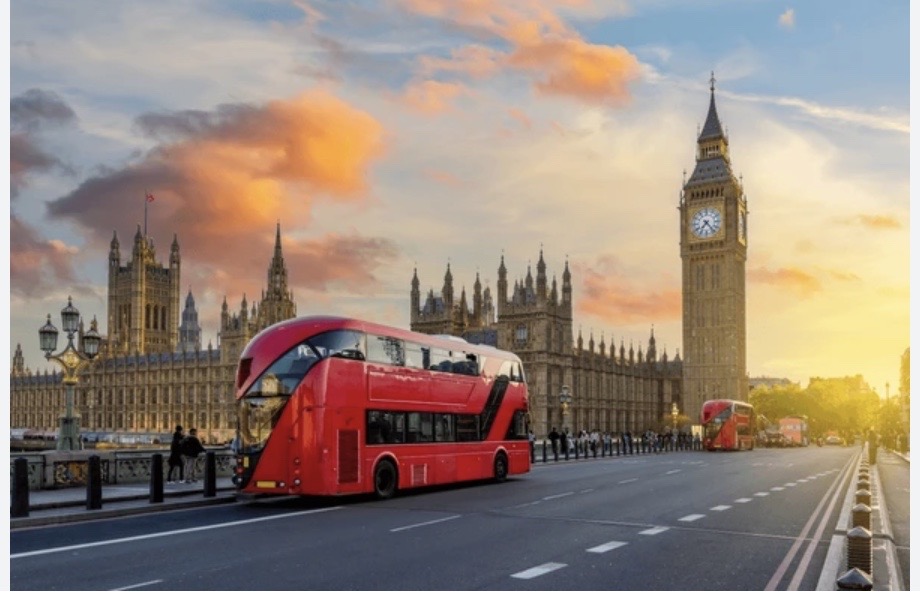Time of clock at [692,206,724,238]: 7:23
